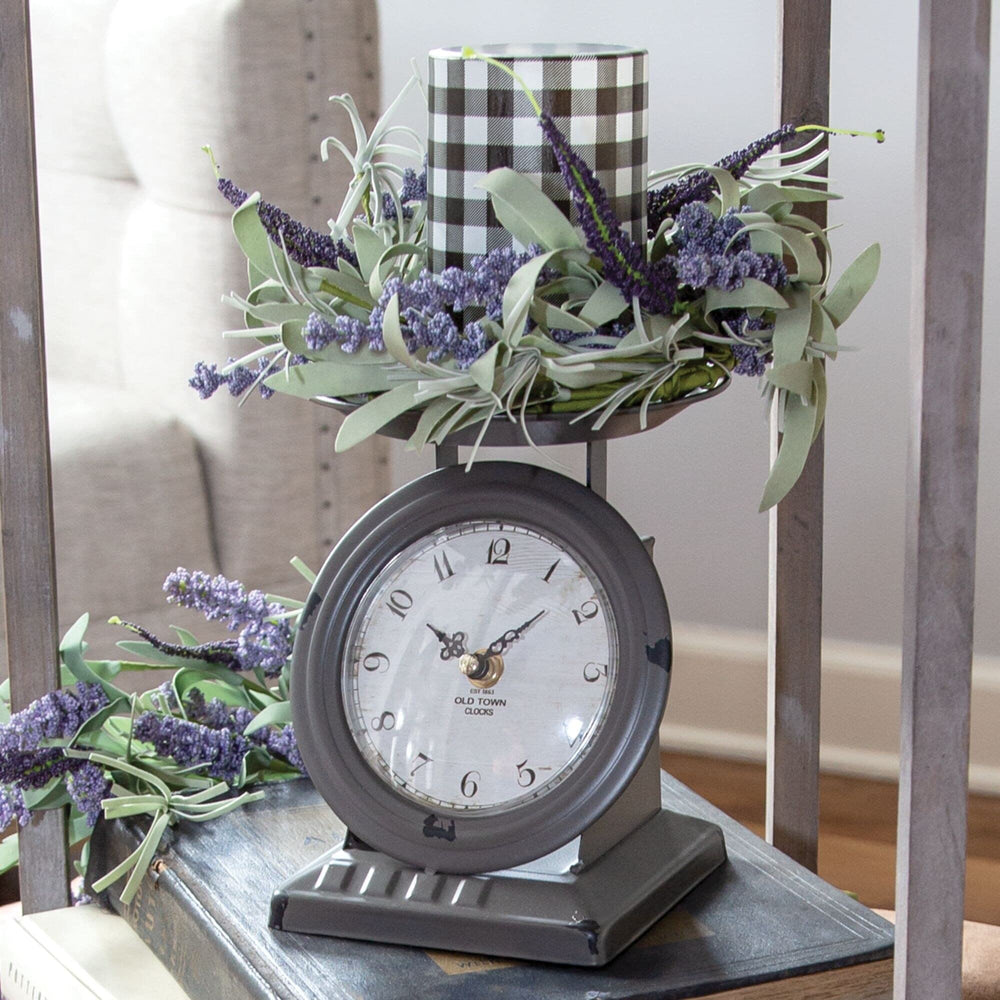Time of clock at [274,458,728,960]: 10:07
